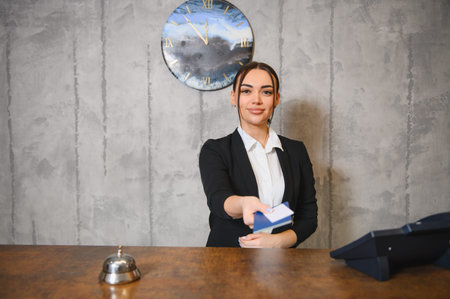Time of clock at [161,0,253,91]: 11:53
